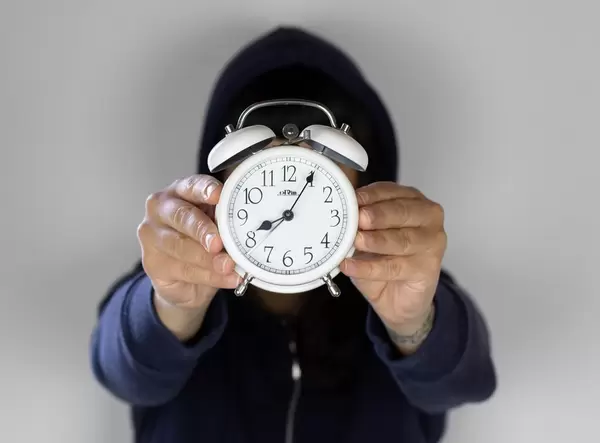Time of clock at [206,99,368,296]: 8:05
